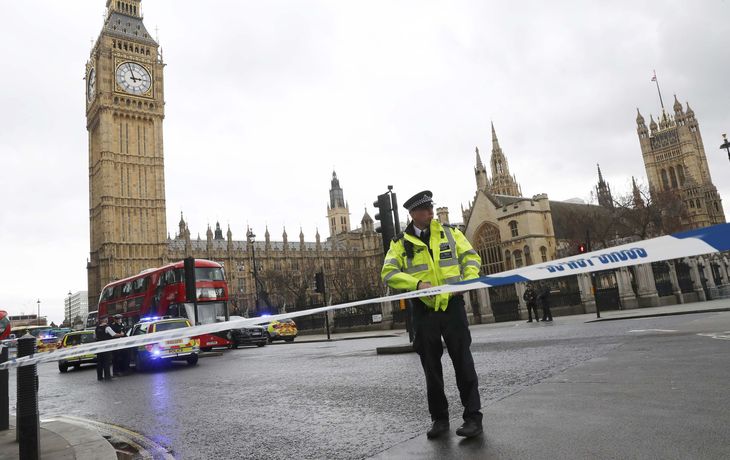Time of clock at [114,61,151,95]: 2:57
